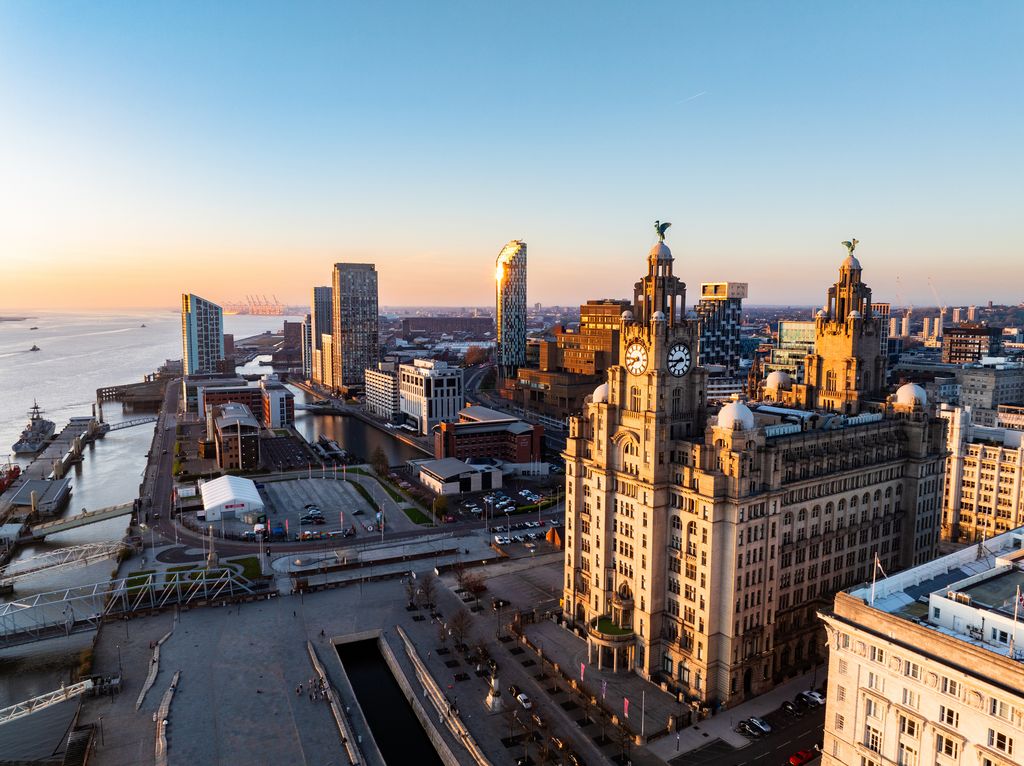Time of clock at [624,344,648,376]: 7:45
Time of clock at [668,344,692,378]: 7:44
